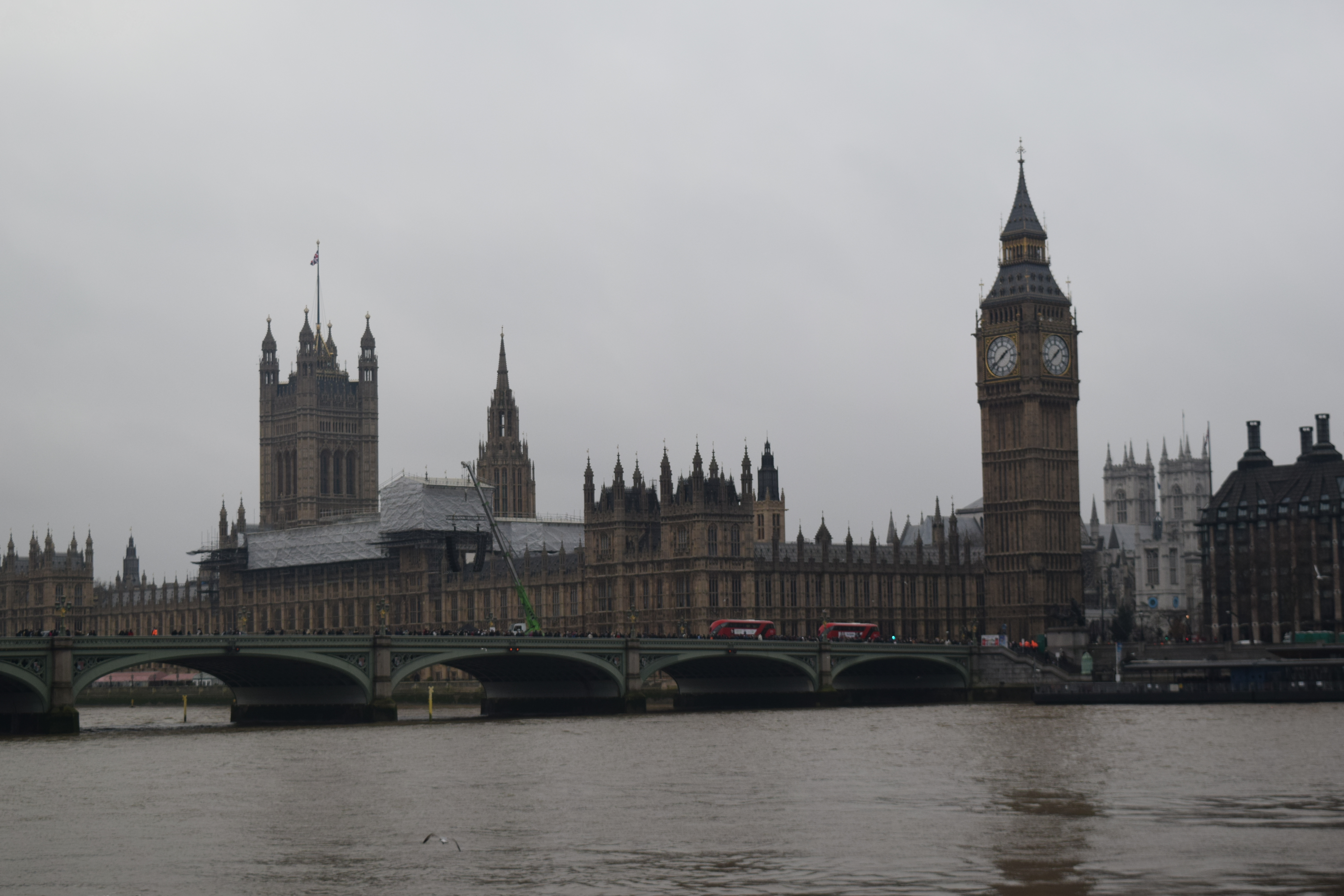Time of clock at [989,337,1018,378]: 1:38
